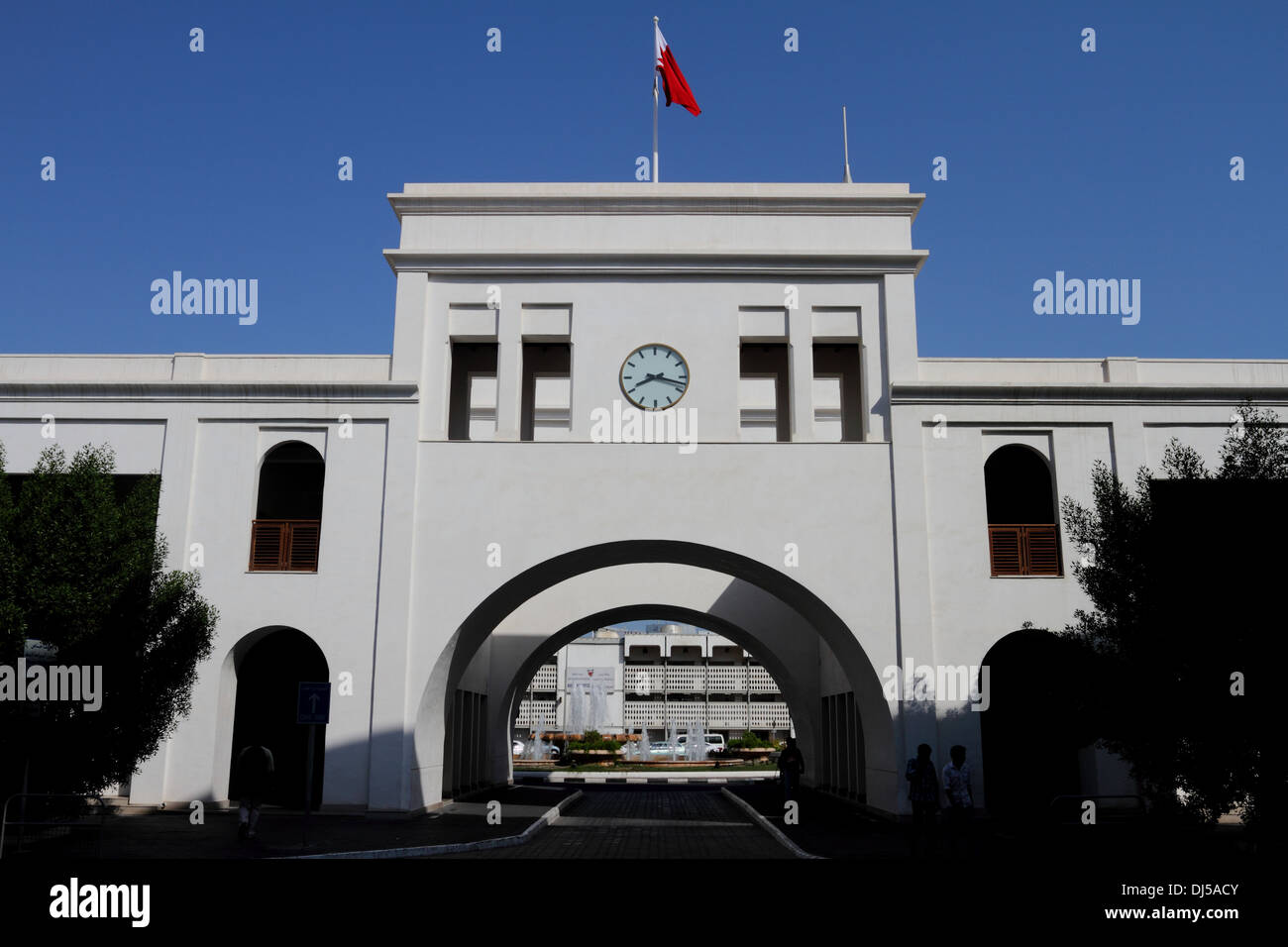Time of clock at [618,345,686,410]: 8:17
